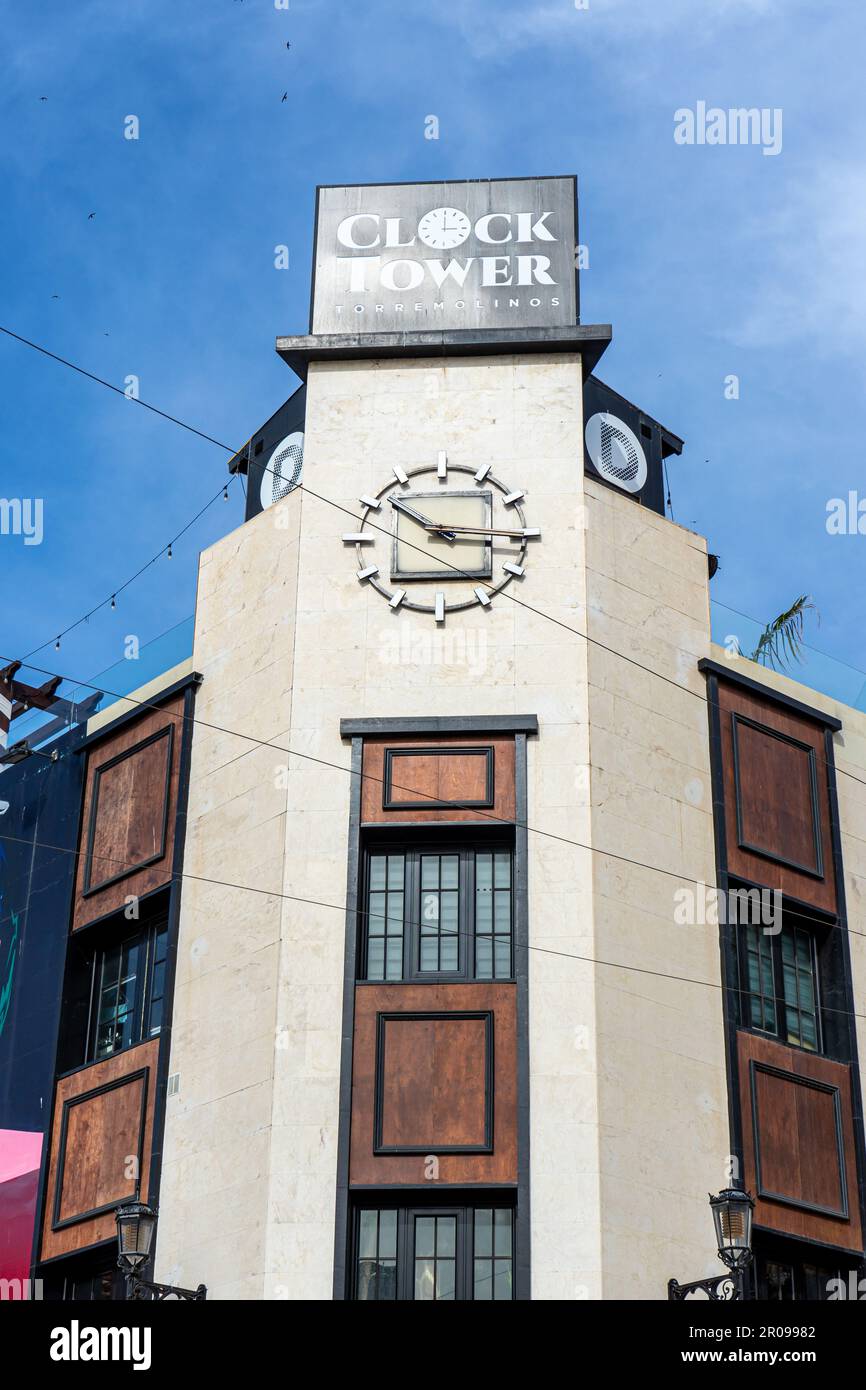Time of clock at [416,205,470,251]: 3:00
